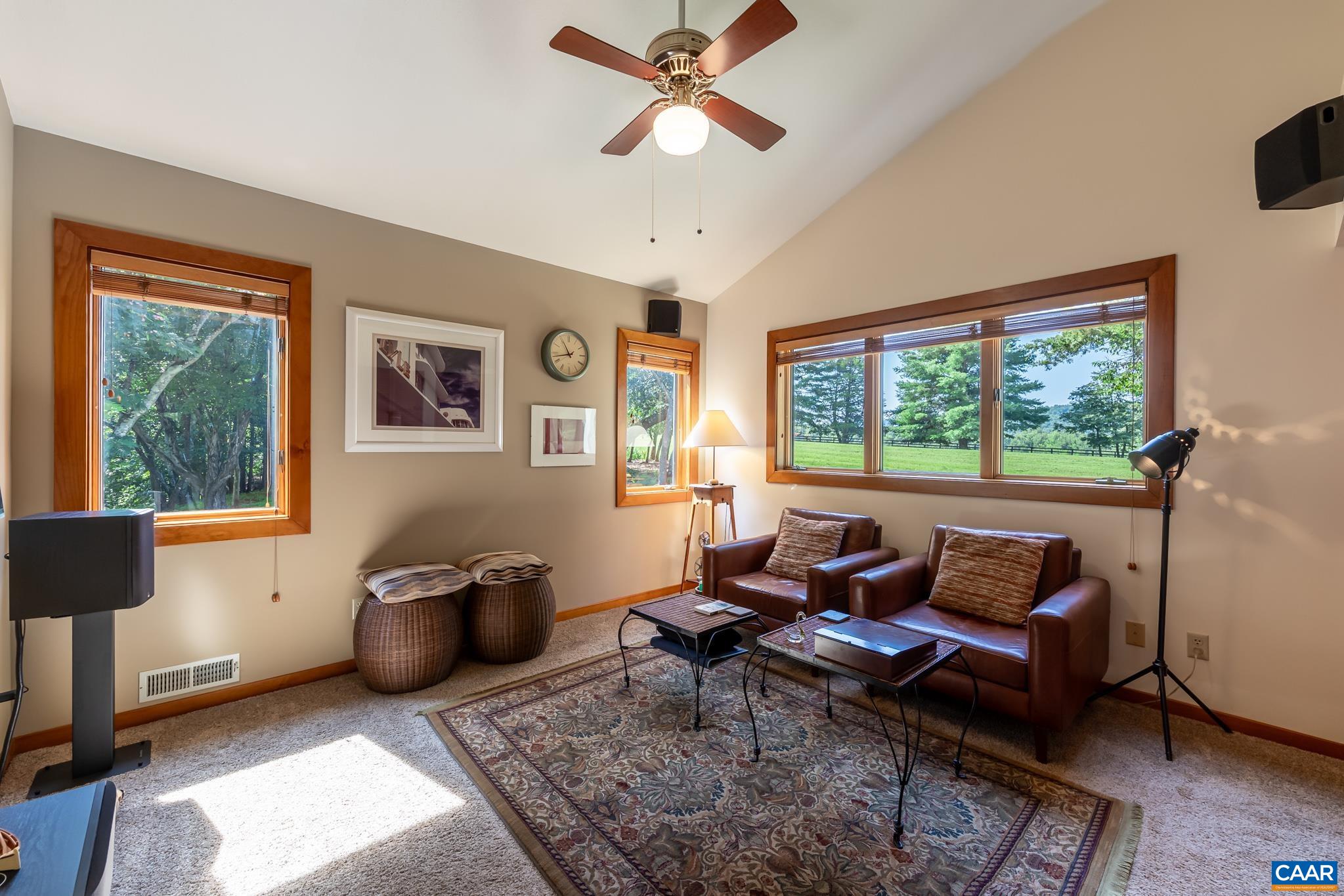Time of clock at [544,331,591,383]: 10:42
